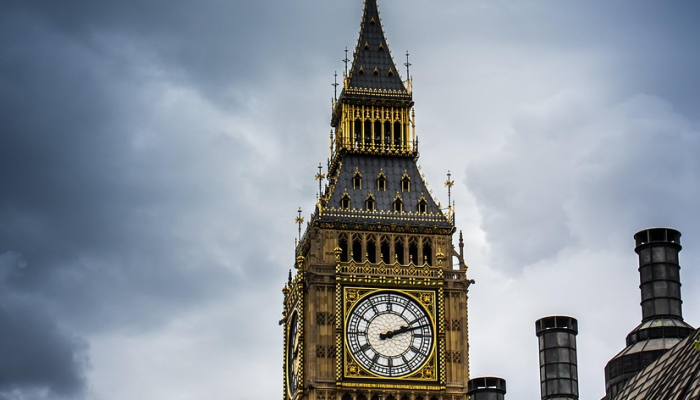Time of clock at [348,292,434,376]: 2:11
